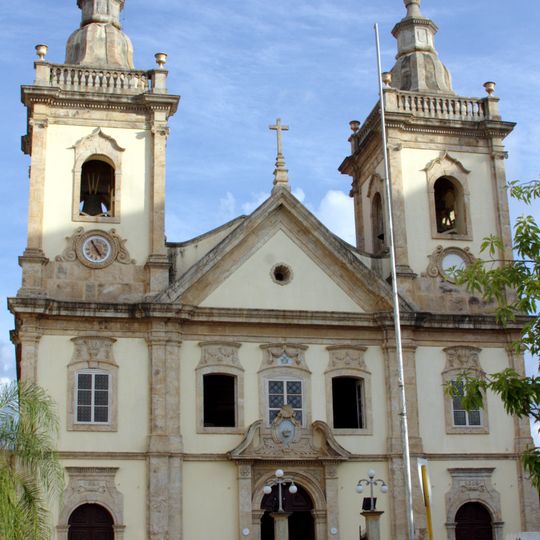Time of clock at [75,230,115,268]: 4:54
